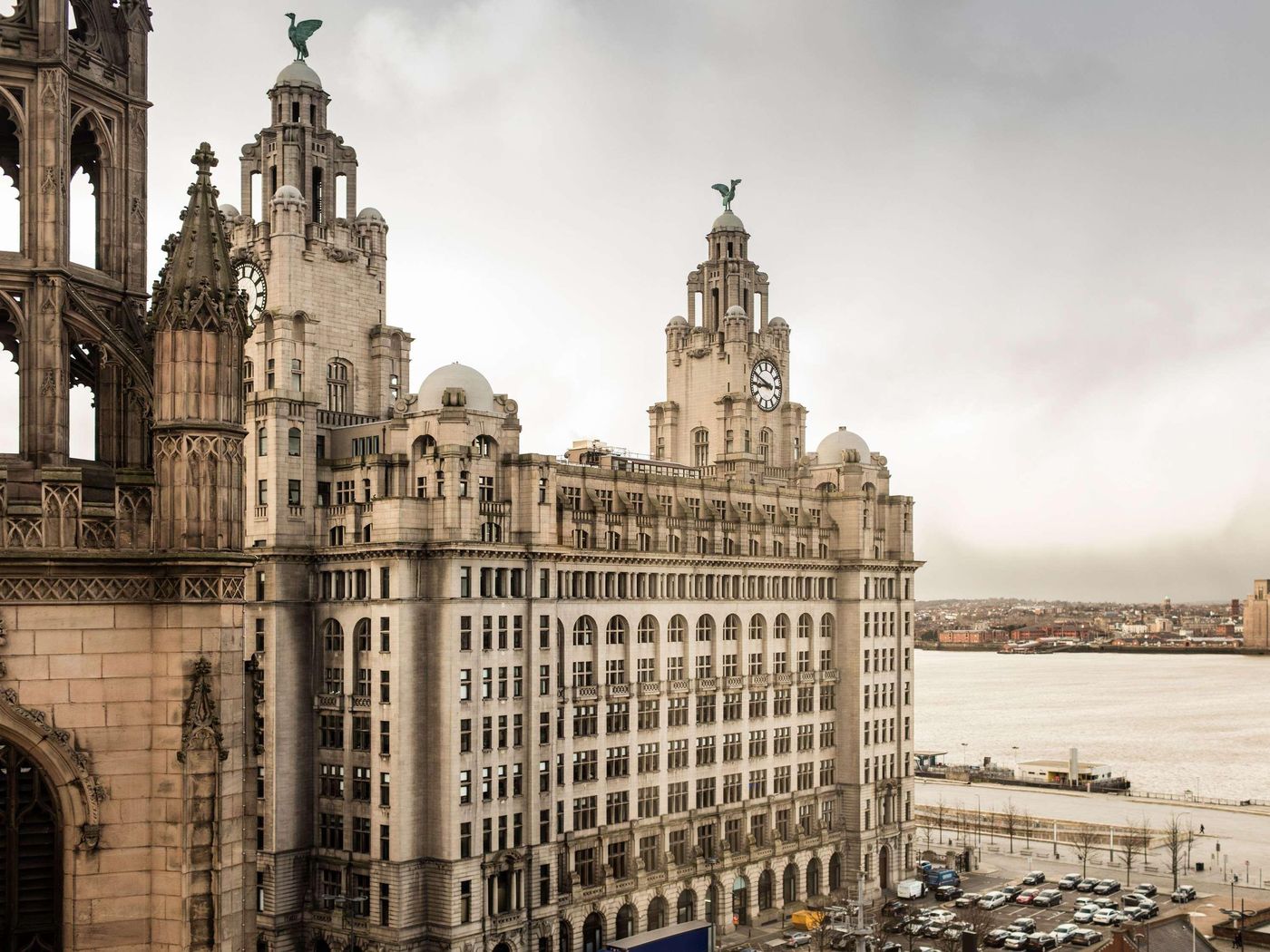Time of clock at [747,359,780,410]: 8:49
